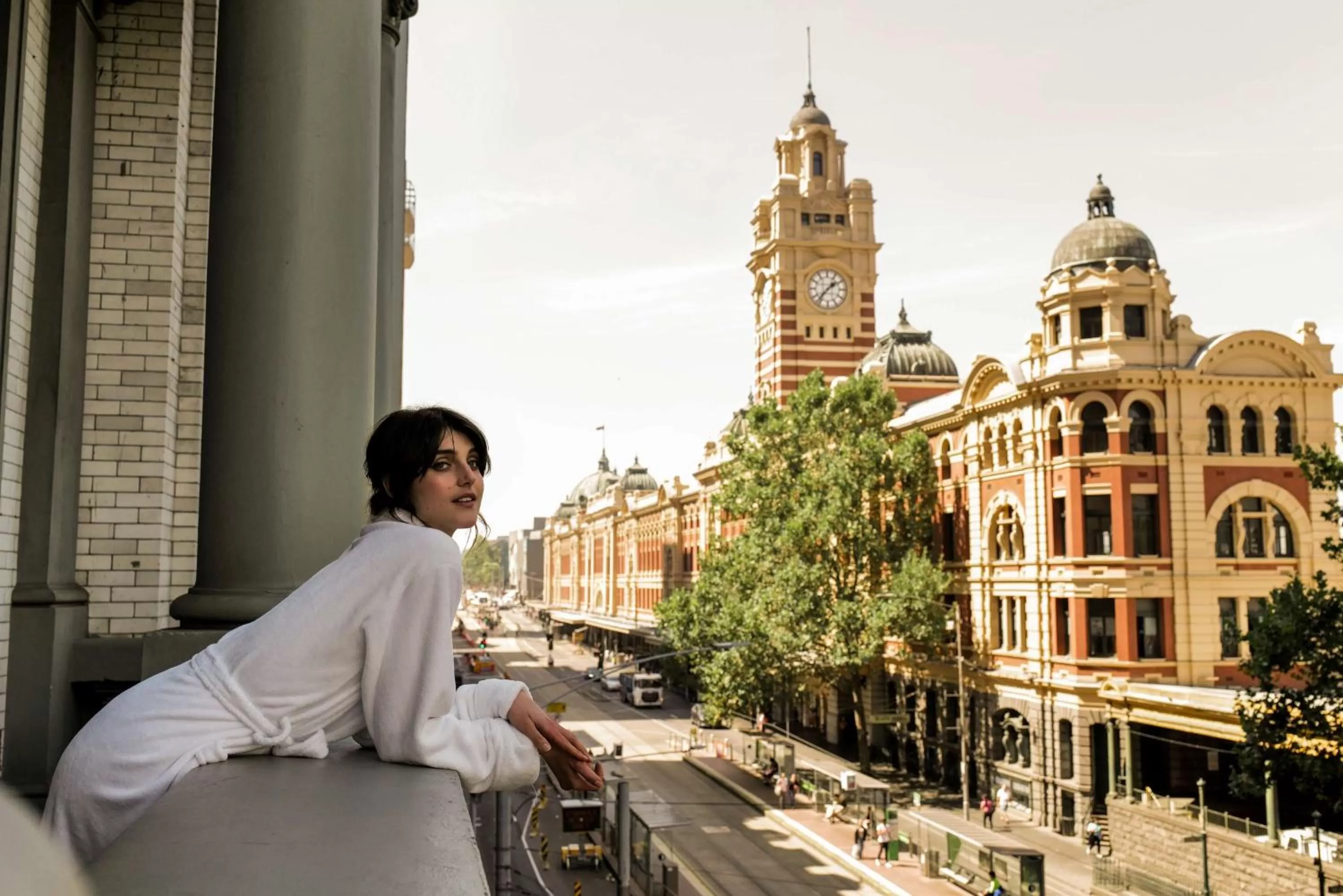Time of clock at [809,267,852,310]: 1:36
